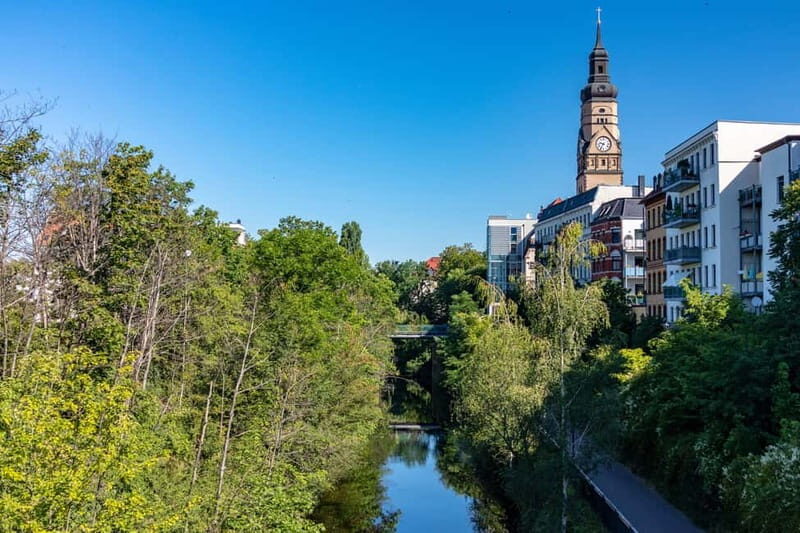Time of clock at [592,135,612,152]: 9:35
